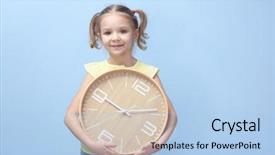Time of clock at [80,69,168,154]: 10:14
